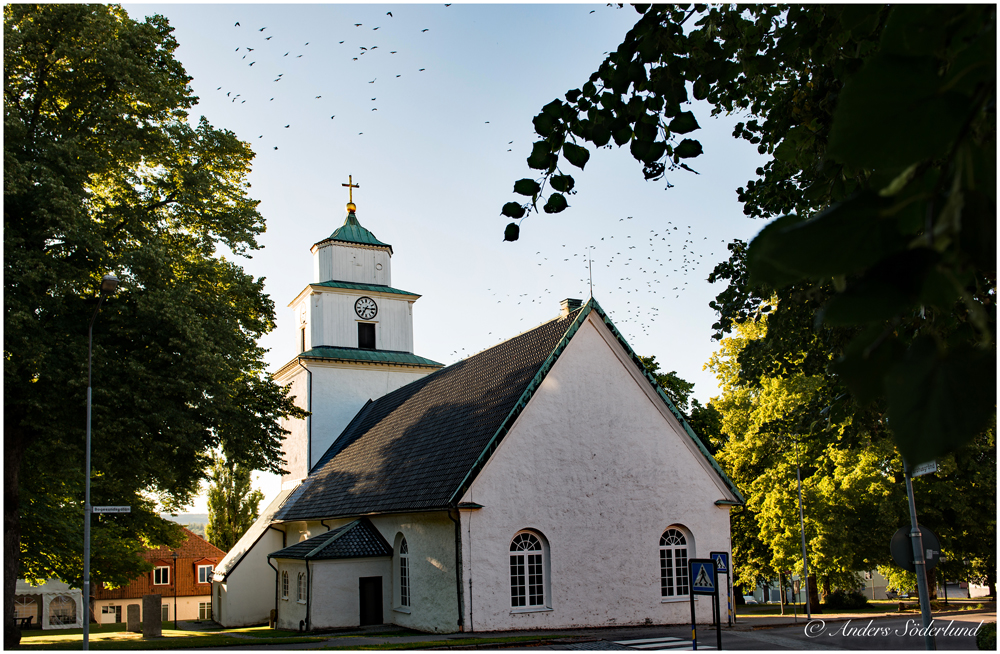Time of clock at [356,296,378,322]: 7:15
